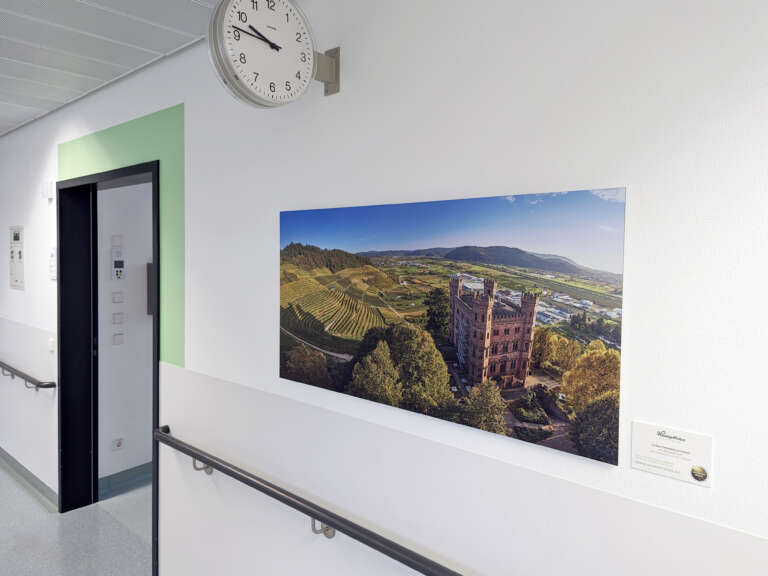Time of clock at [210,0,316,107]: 9:46
